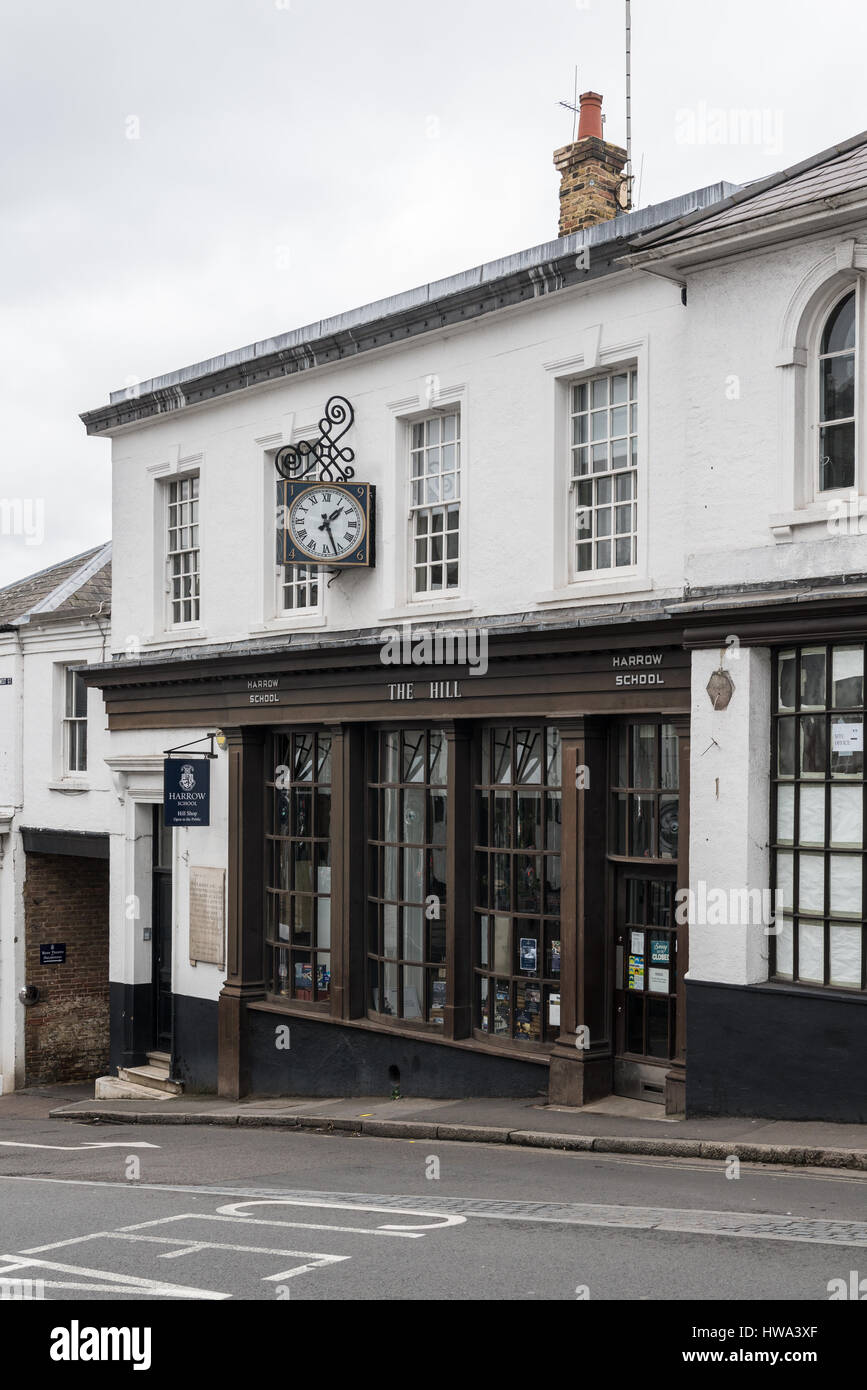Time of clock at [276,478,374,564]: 1:26
